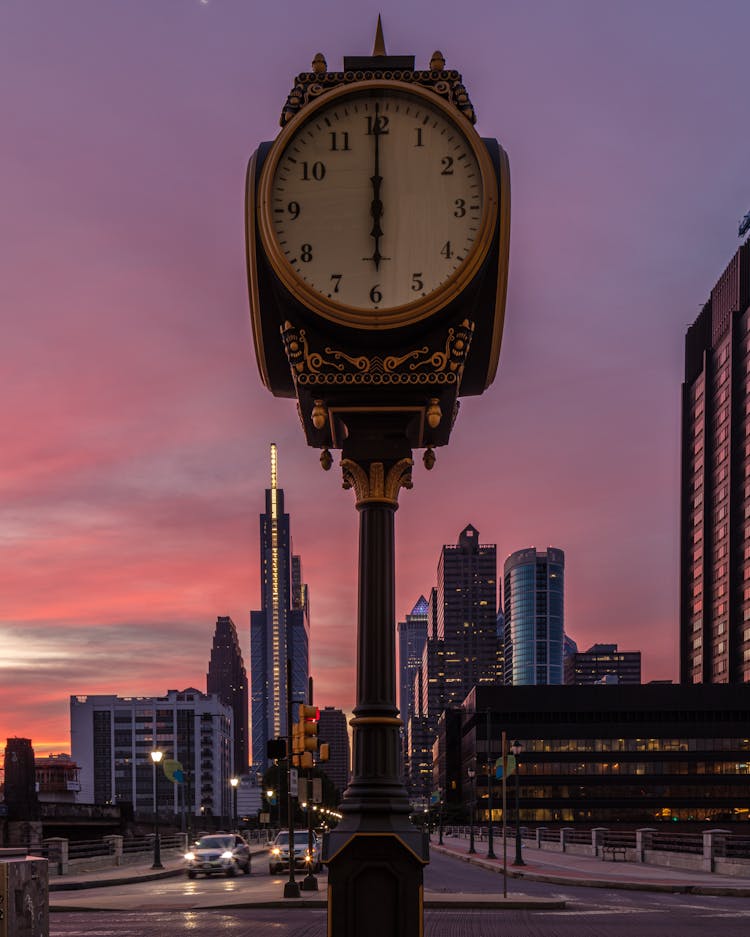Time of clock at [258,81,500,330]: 5:59
